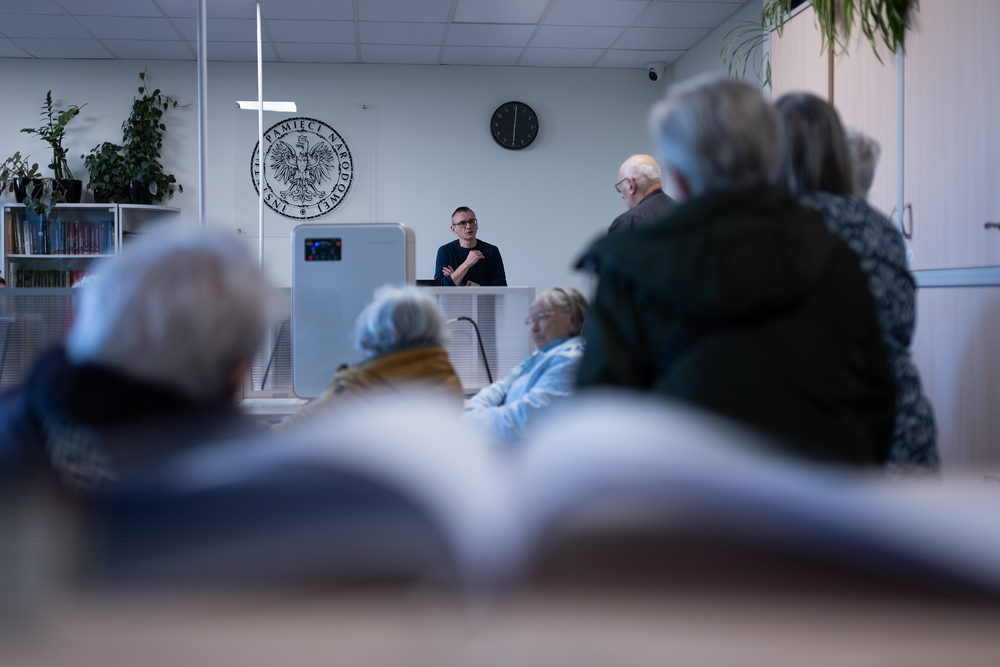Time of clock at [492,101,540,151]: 6:00
